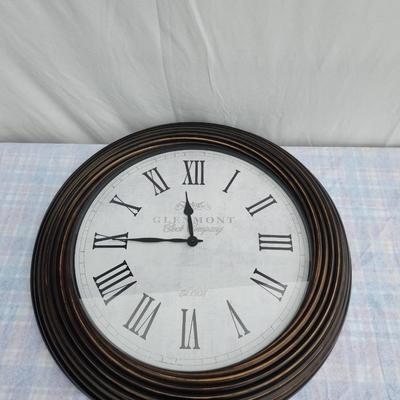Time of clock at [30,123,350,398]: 11:44
